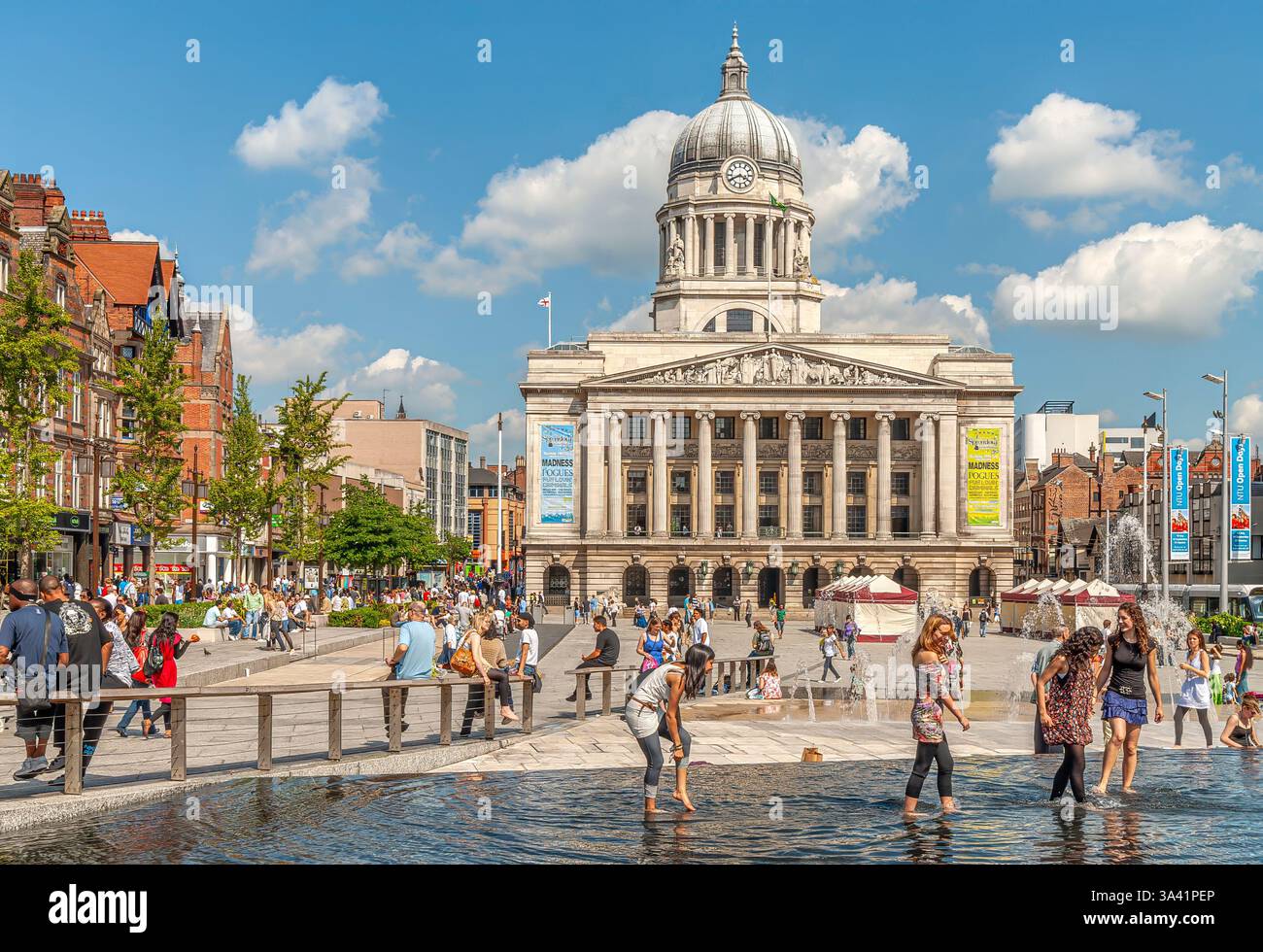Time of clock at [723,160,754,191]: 3:40
